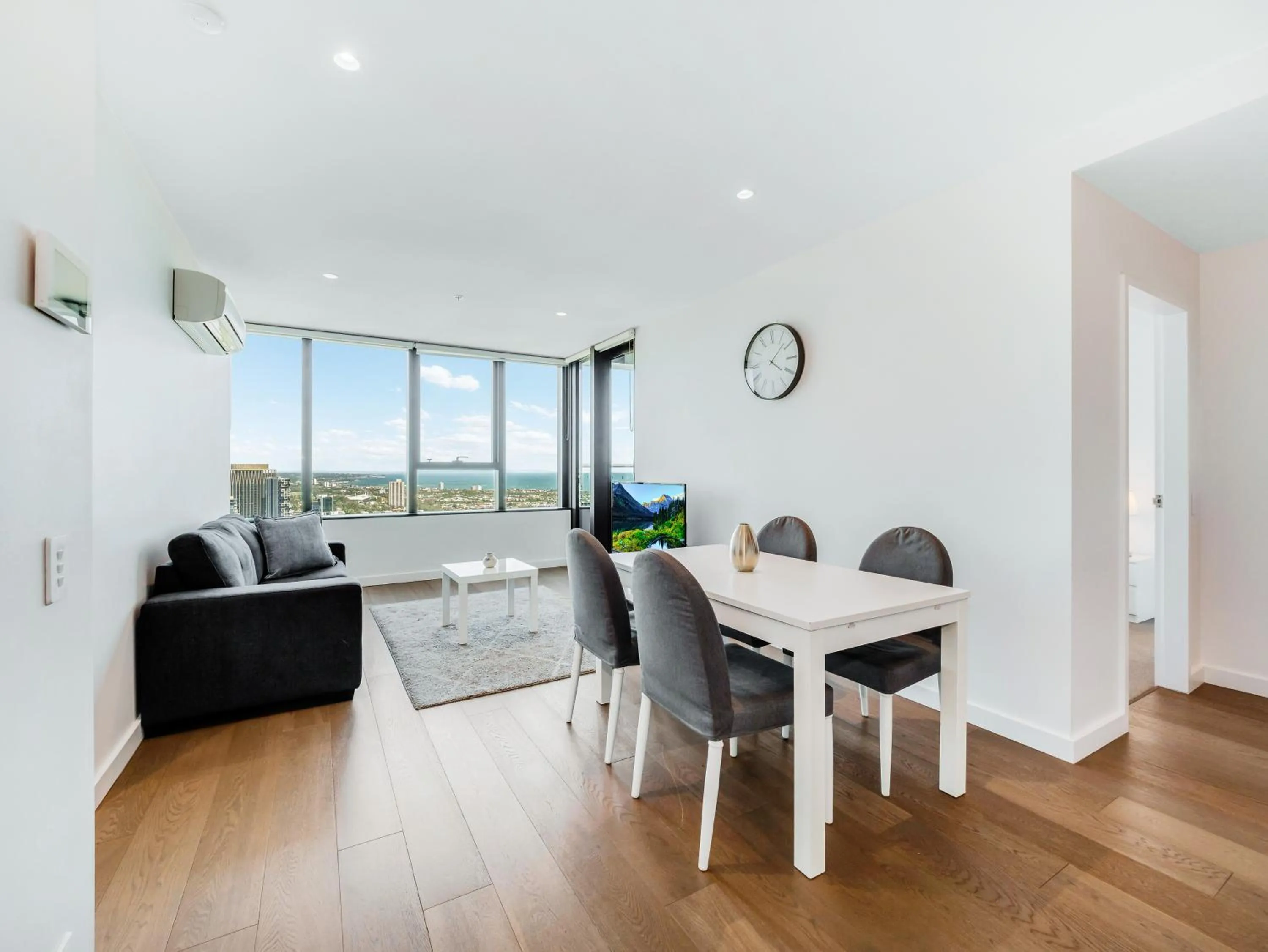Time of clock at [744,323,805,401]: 4:07
